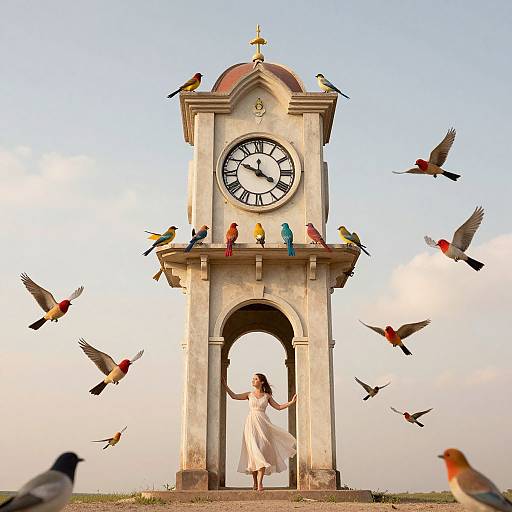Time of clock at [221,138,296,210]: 11:49
